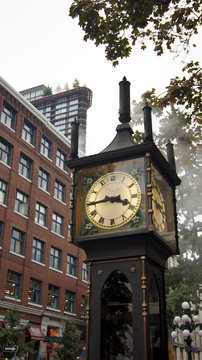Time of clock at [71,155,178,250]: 3:45
